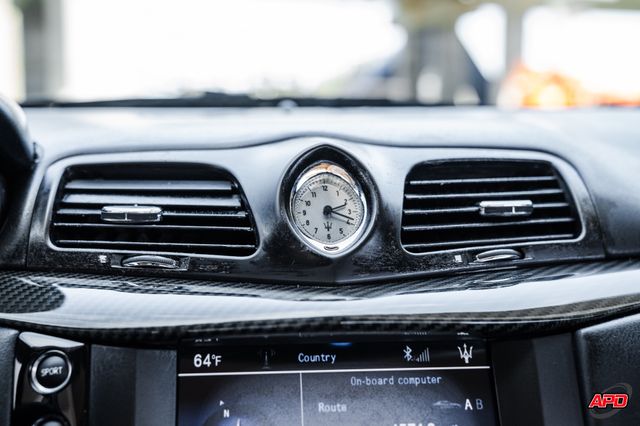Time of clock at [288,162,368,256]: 2:18
